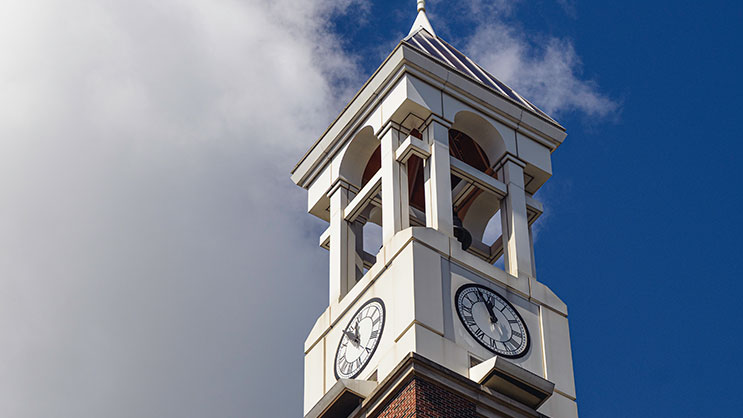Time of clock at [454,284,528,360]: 11:56
